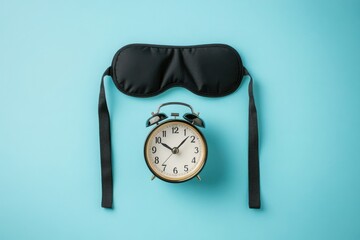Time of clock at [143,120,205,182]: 10:07
